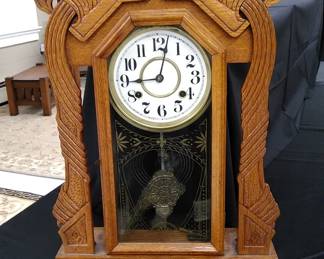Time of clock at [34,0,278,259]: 9:01
